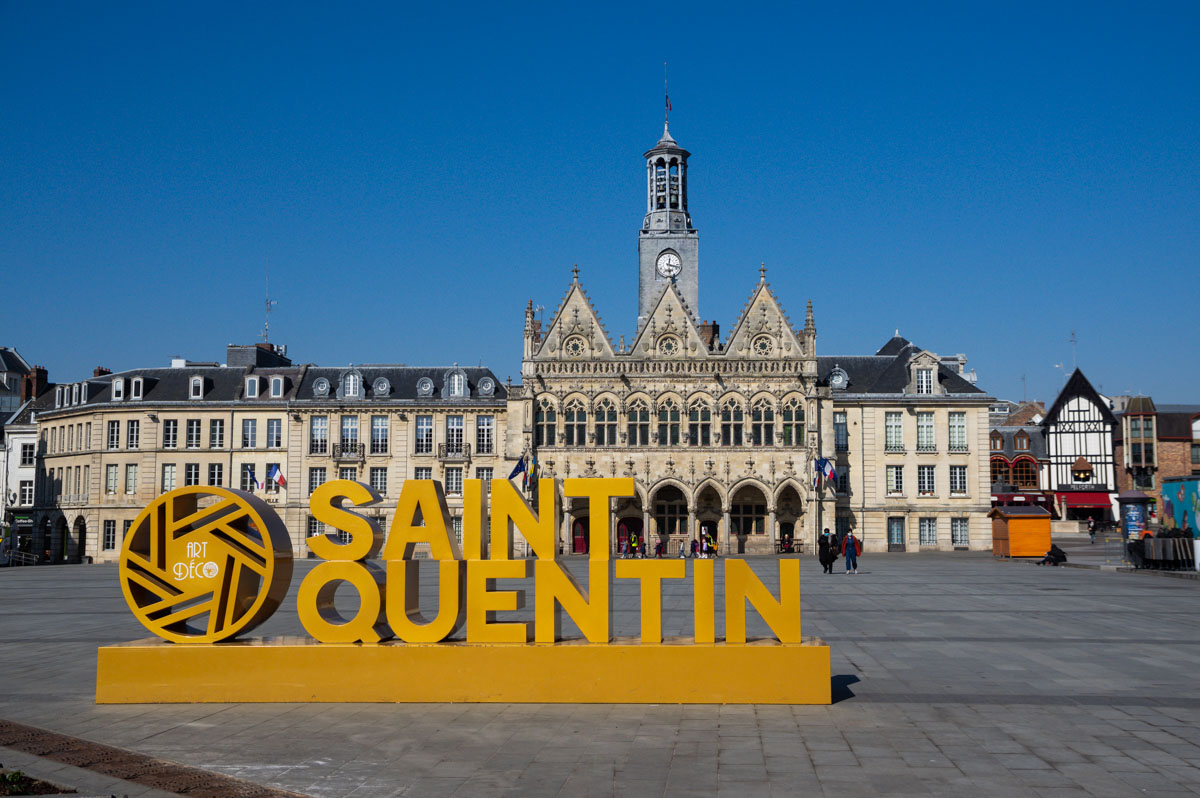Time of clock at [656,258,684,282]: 12:17
